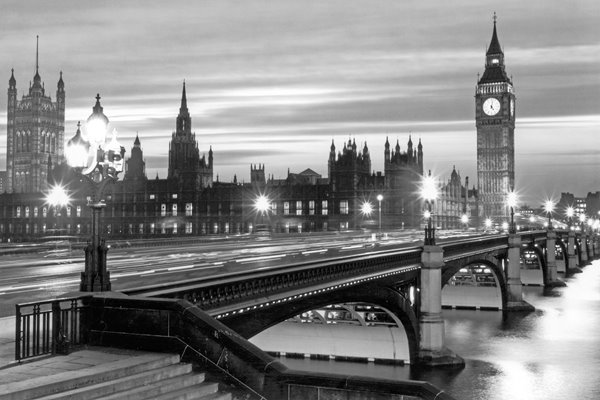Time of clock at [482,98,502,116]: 5:01
